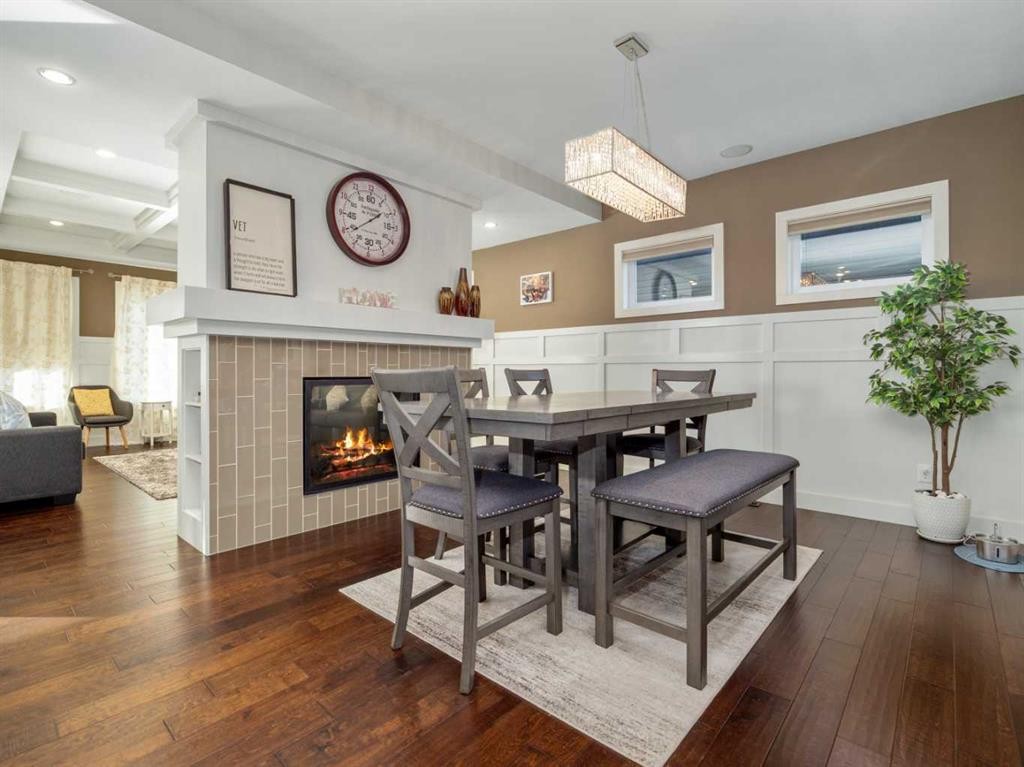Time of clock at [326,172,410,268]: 1:38
